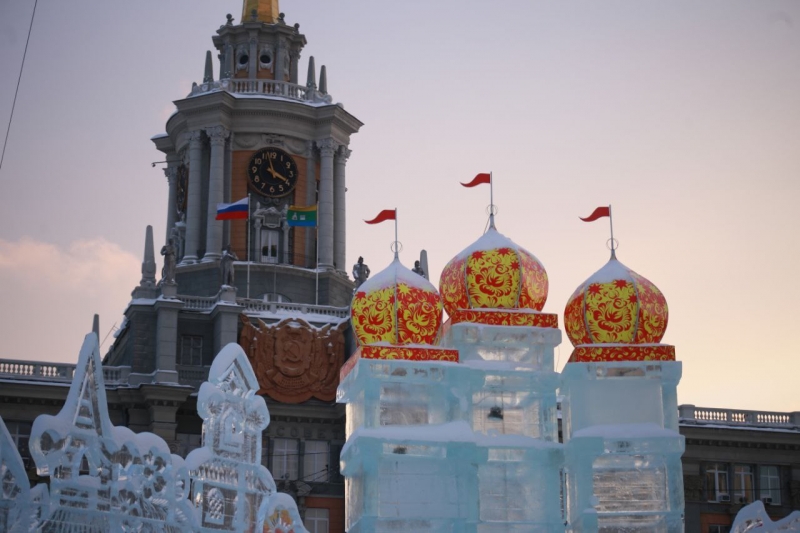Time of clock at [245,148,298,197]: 3:57
